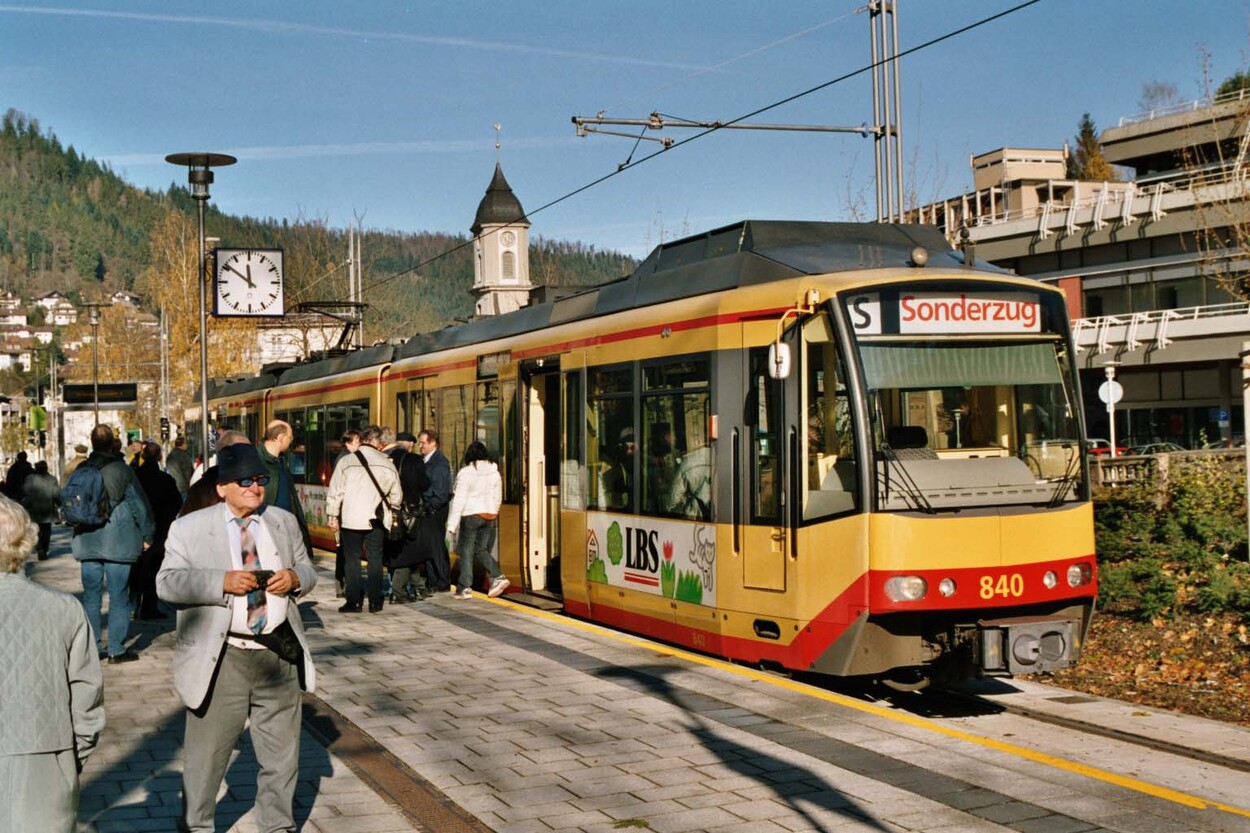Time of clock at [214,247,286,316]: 11:51
